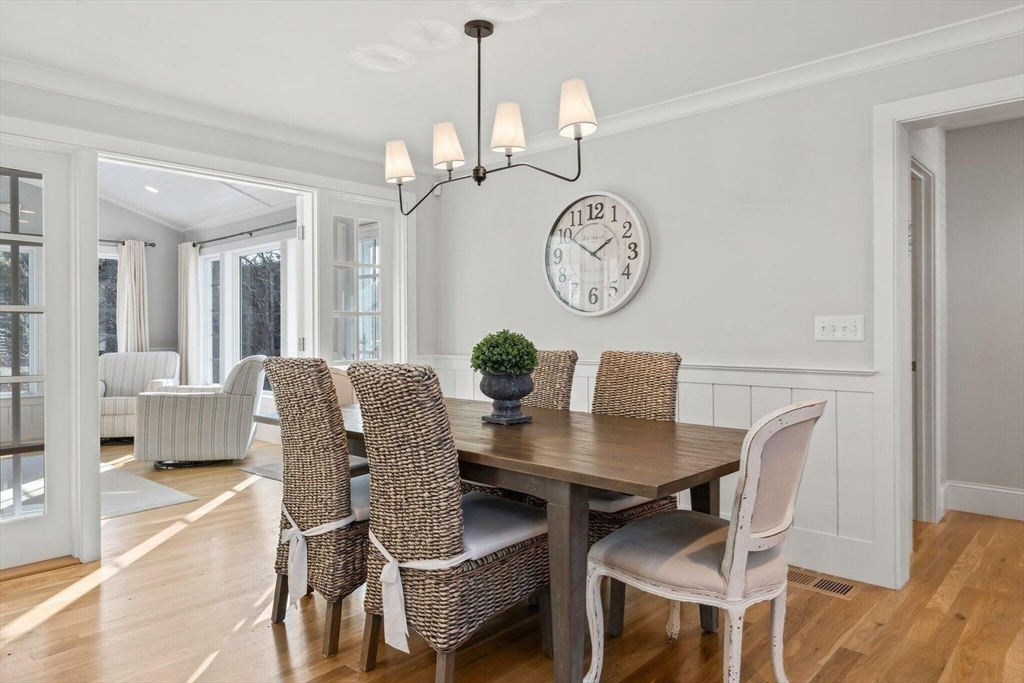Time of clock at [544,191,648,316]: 1:50
